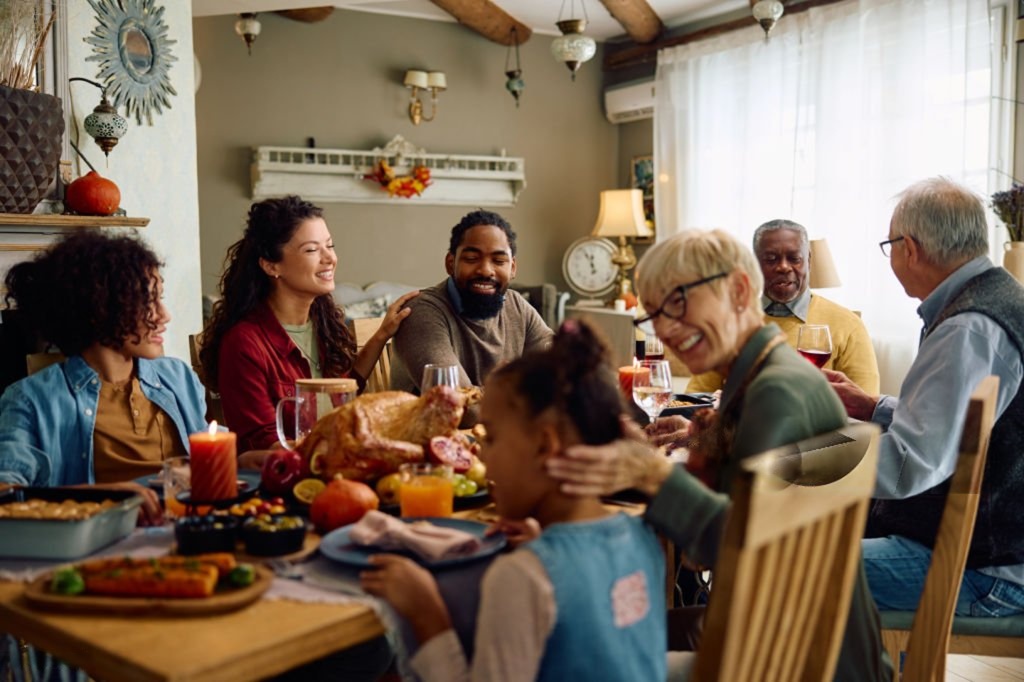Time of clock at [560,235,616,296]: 11:55
